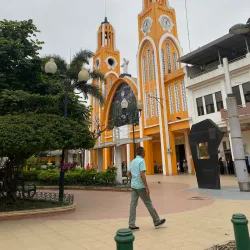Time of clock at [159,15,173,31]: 6:06
